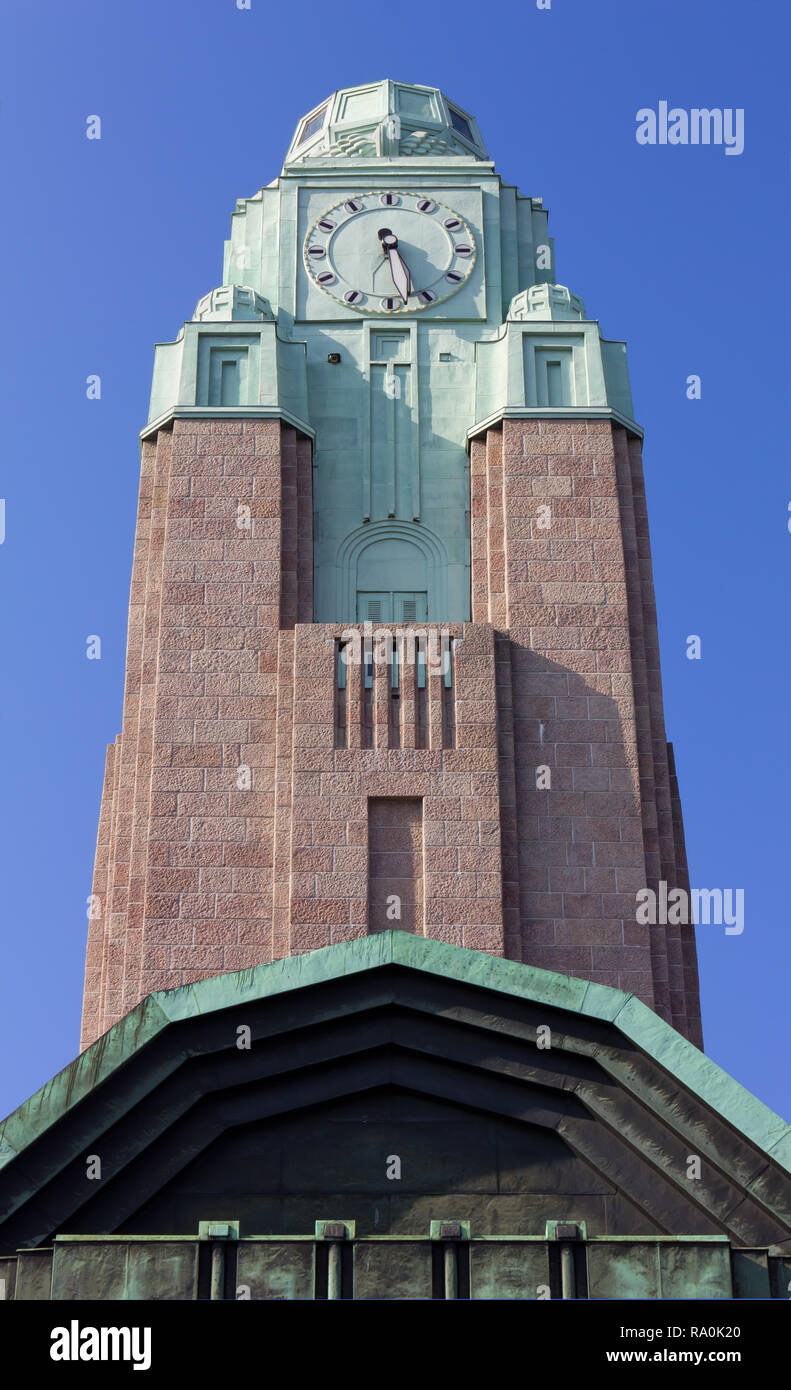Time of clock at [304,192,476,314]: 5:27
